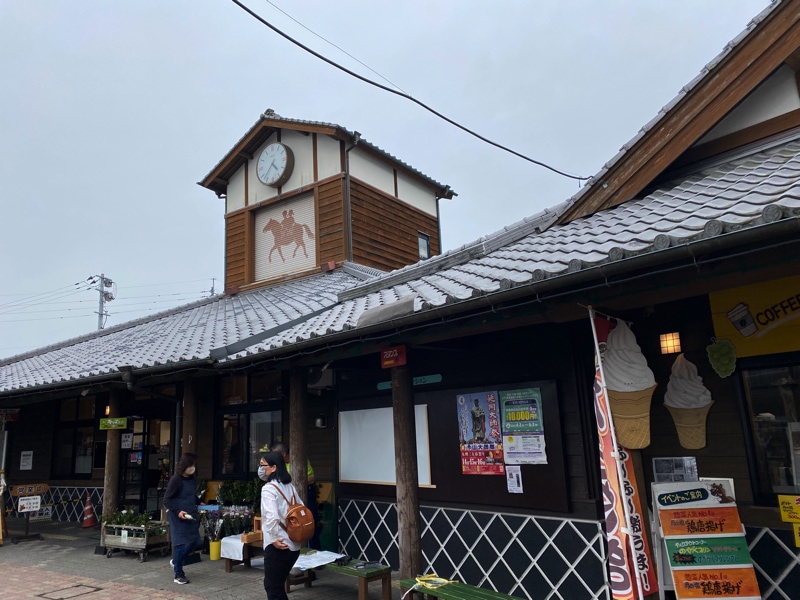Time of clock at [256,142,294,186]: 4:37
